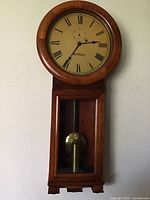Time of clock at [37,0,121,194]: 2:35
